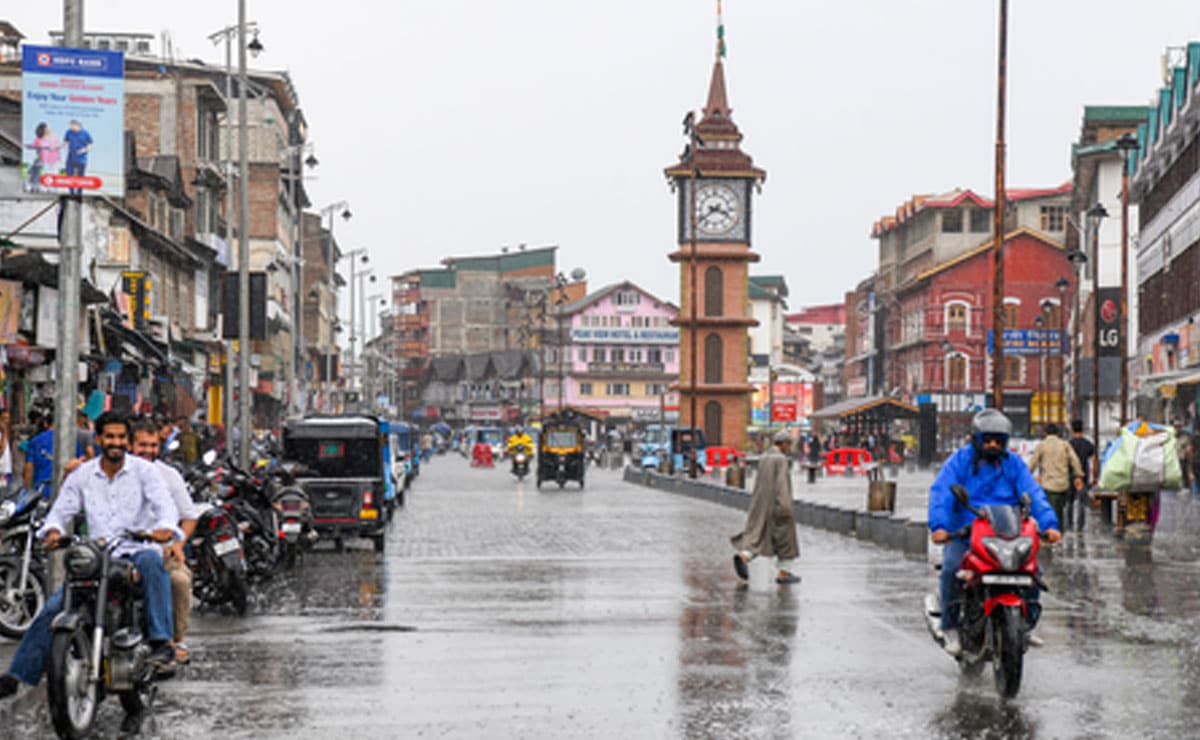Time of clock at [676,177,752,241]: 3:39
